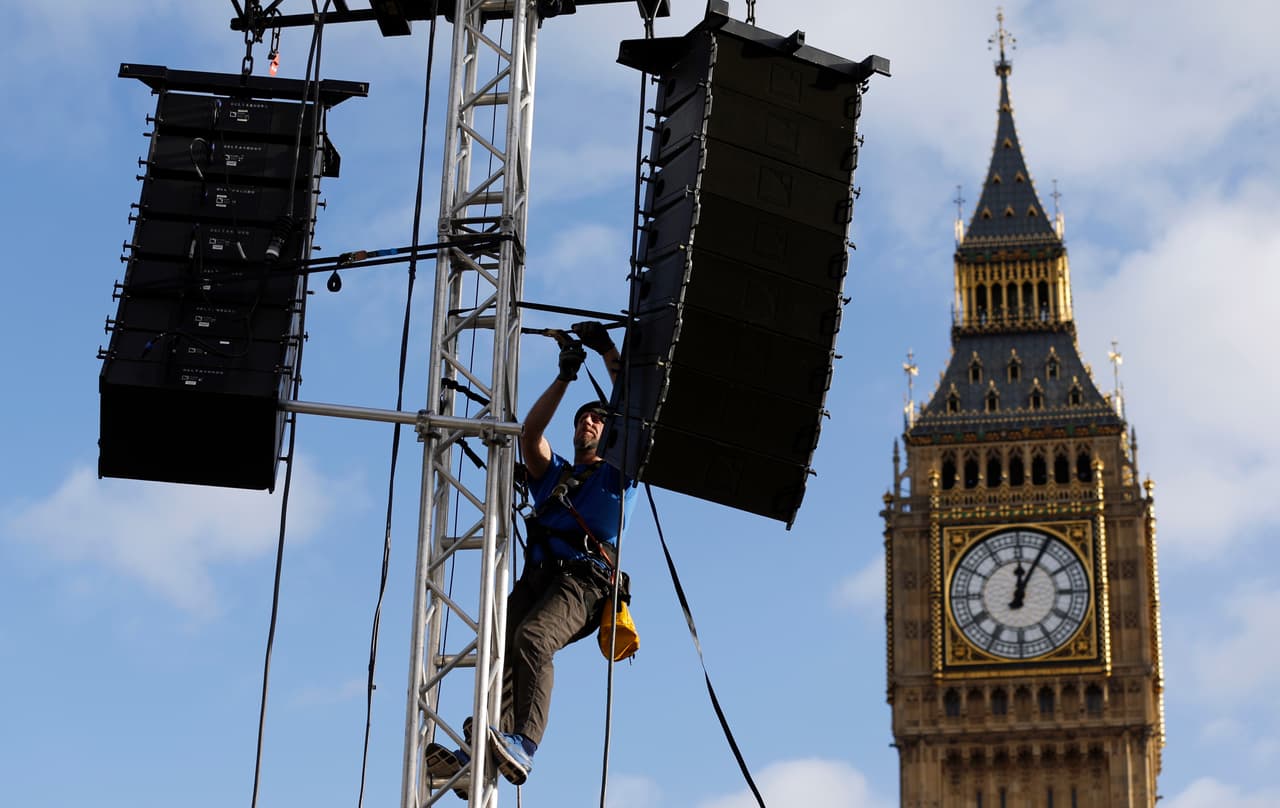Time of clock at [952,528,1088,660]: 12:04
